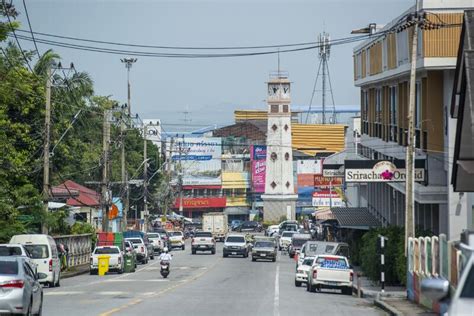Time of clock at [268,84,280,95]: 12:07
